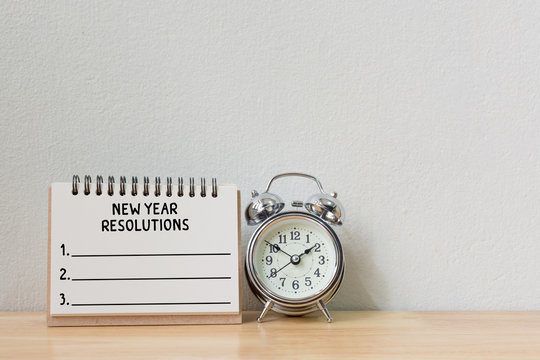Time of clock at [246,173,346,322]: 1:50
